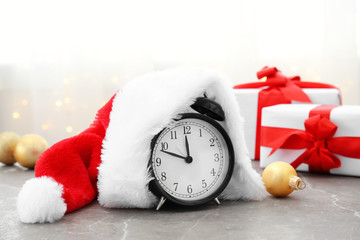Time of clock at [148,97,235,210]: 11:48
